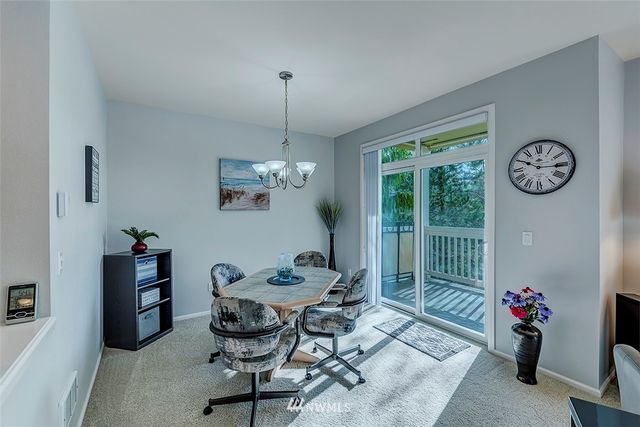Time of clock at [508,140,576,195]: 10:14
